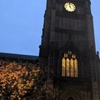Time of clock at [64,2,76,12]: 4:59
